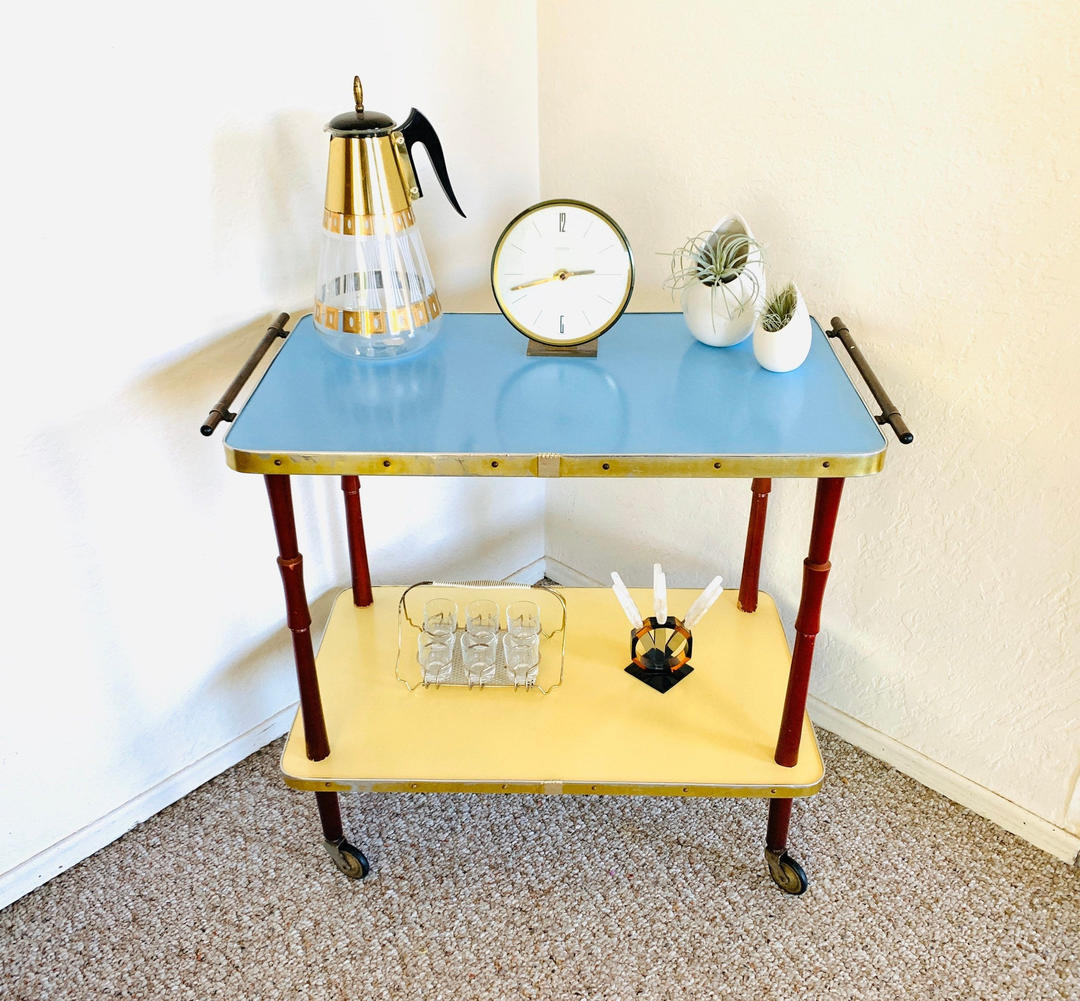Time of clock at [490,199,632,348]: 2:42
